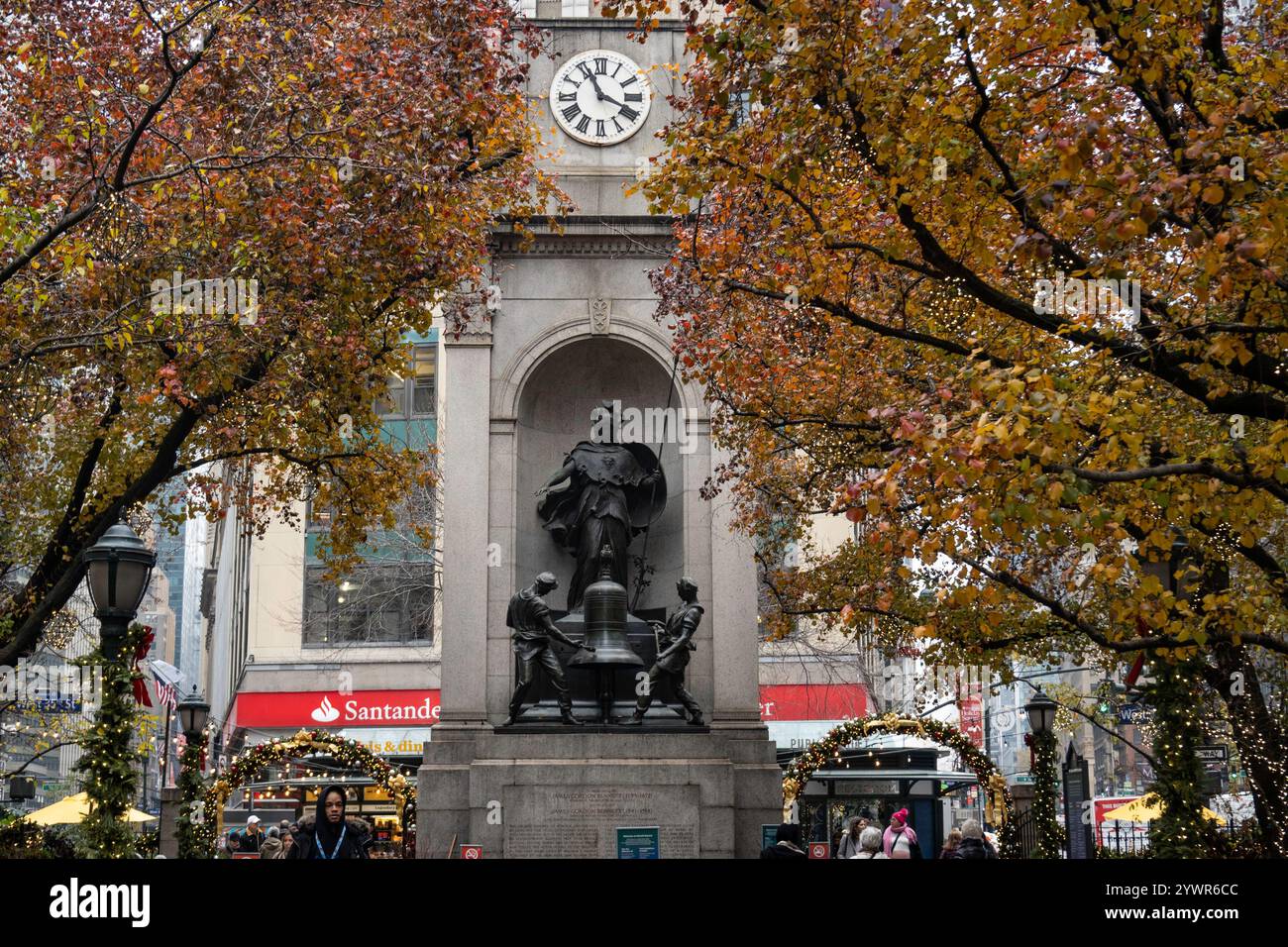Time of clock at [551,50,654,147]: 11:18
